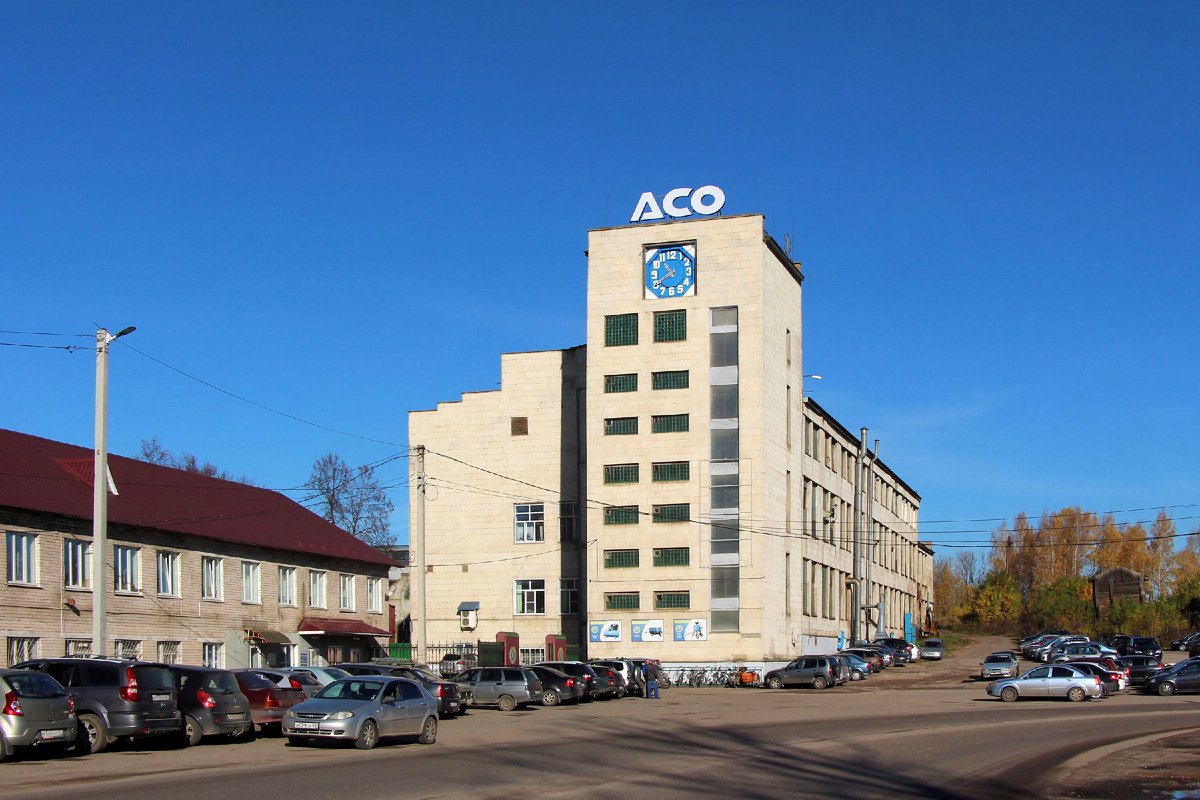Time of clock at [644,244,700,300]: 10:40
